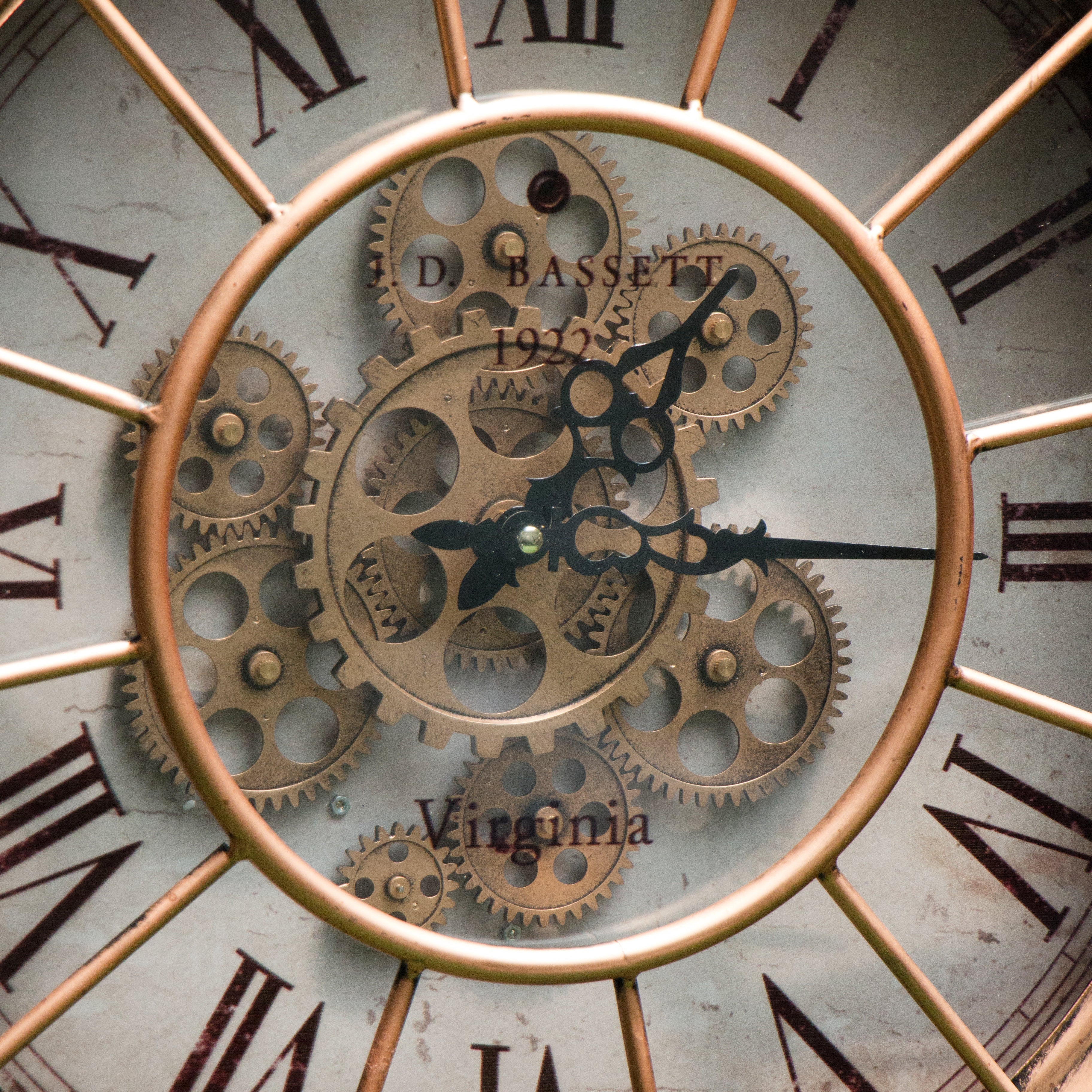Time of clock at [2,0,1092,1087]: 1:15
